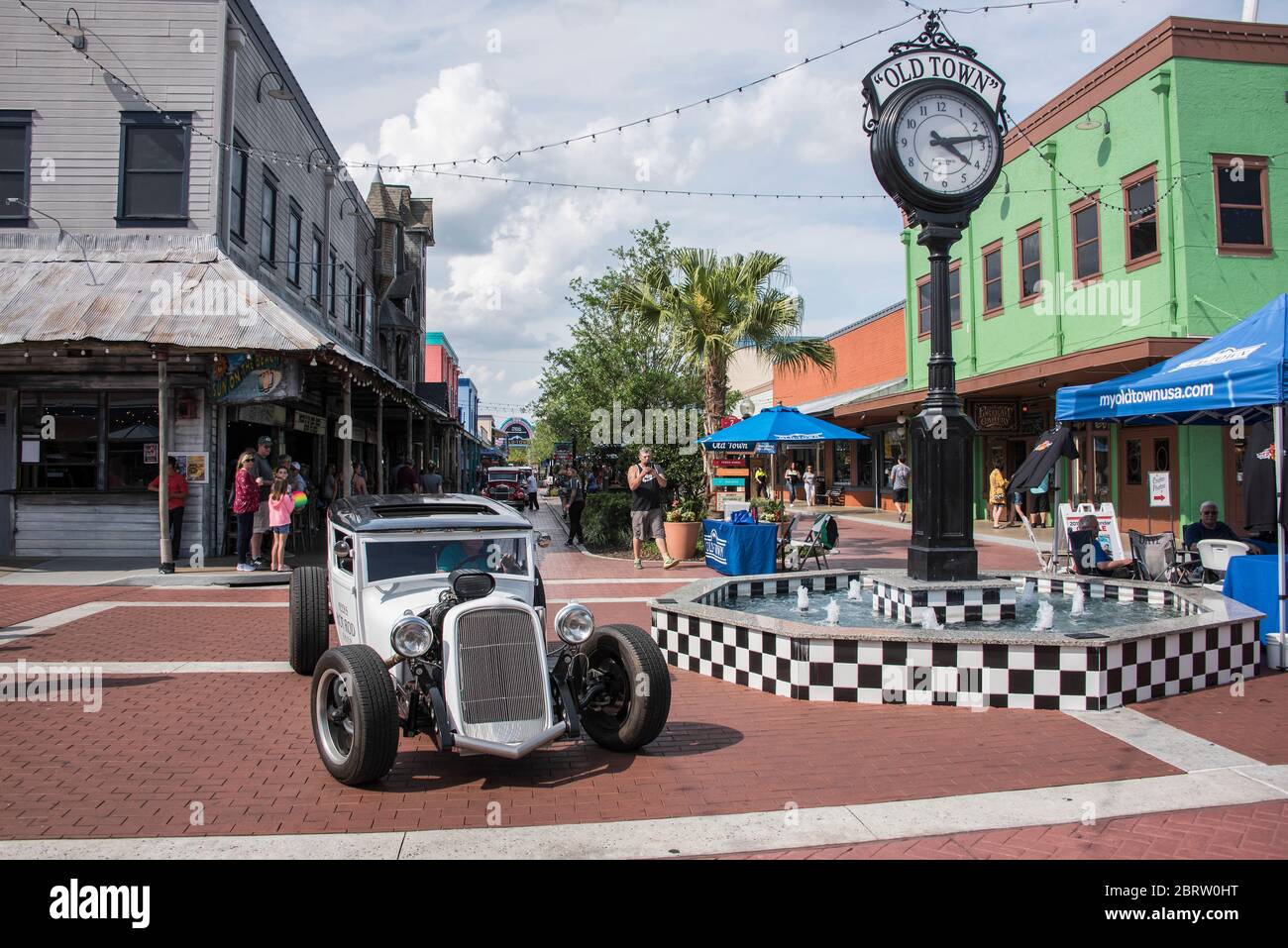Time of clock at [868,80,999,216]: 4:13
